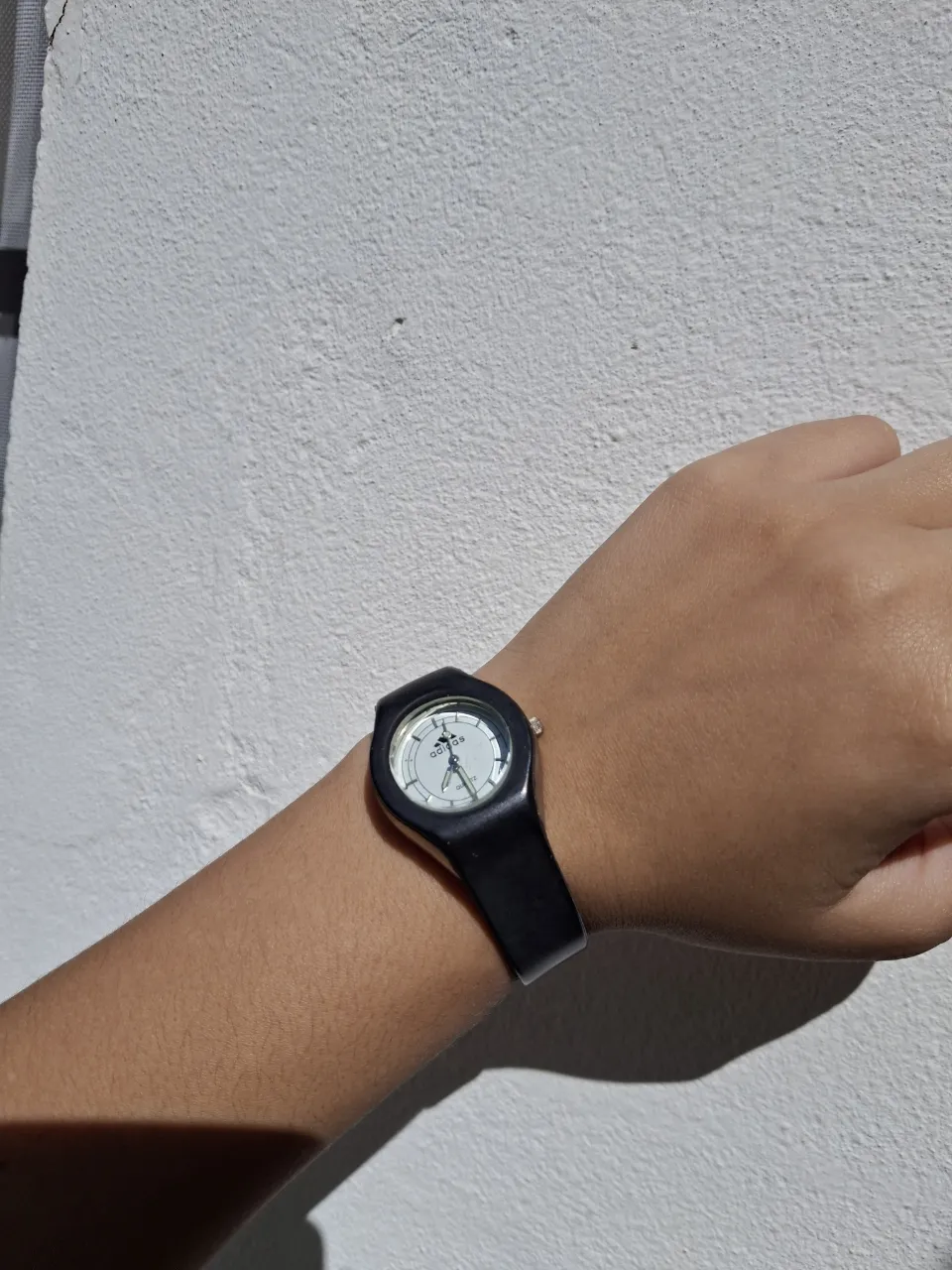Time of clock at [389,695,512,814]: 11:24
